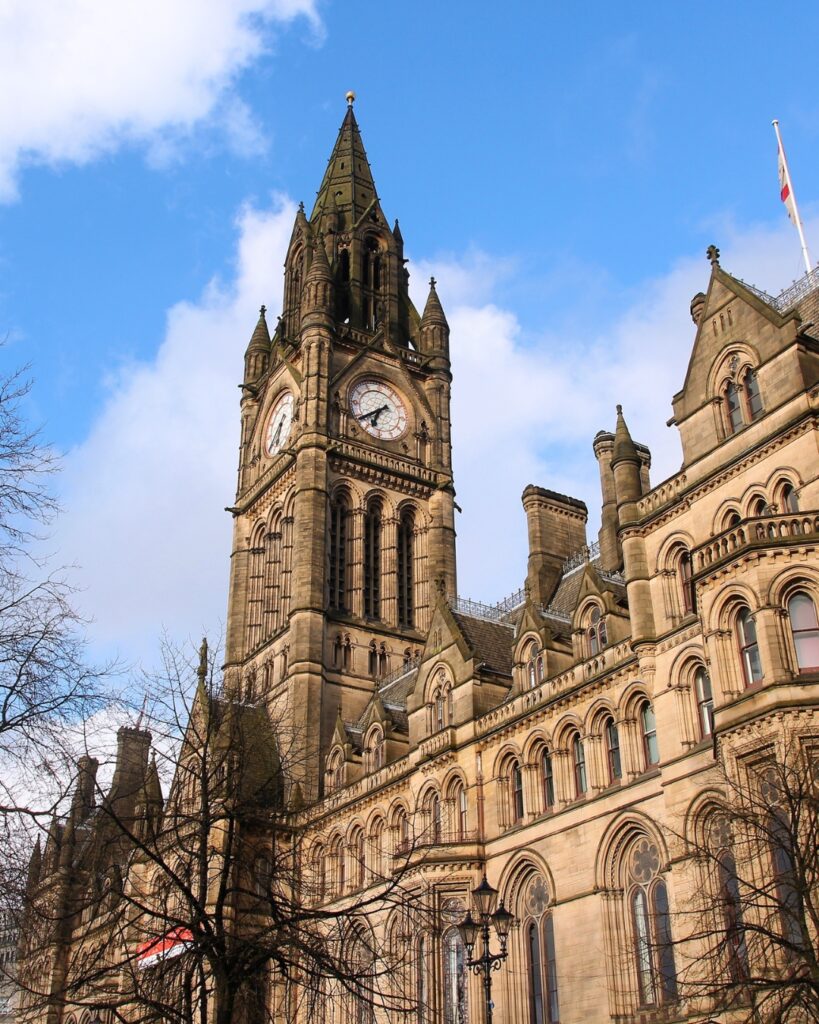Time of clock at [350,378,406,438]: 6:39
